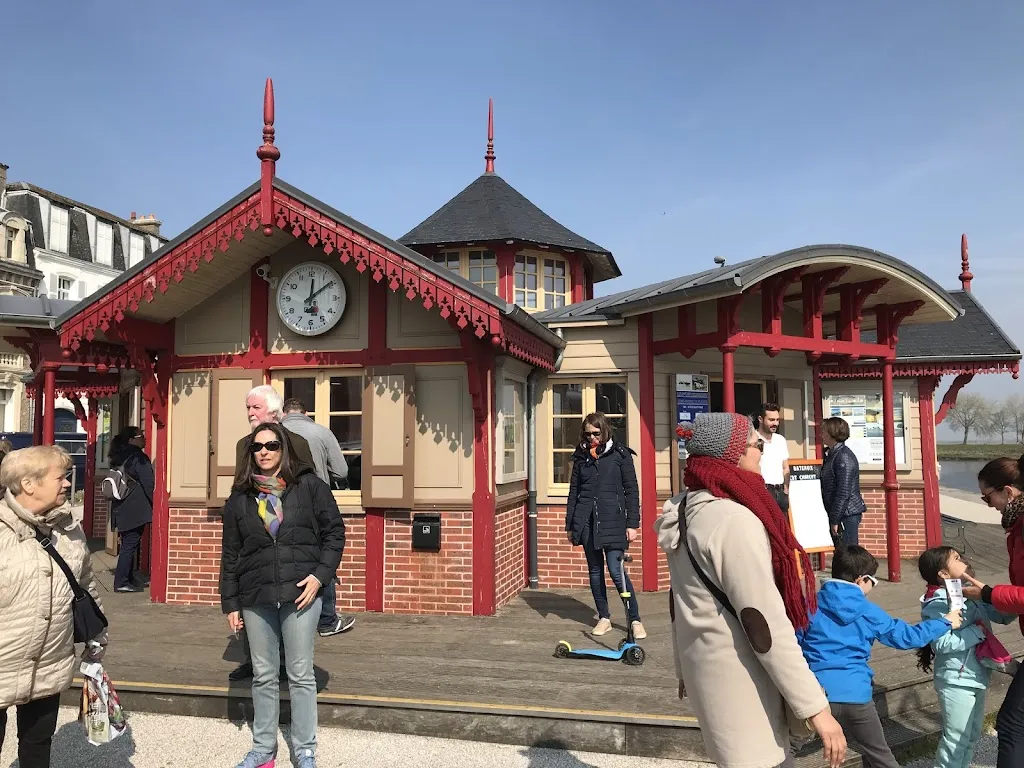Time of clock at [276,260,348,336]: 12:08
